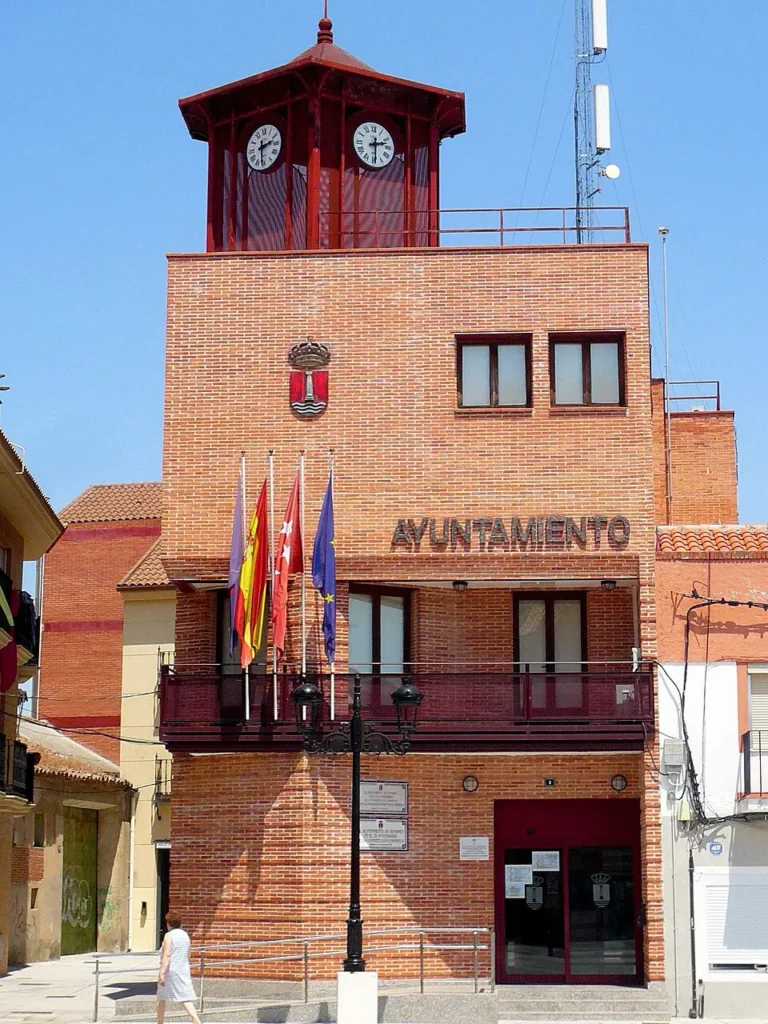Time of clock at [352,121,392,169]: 2:29
